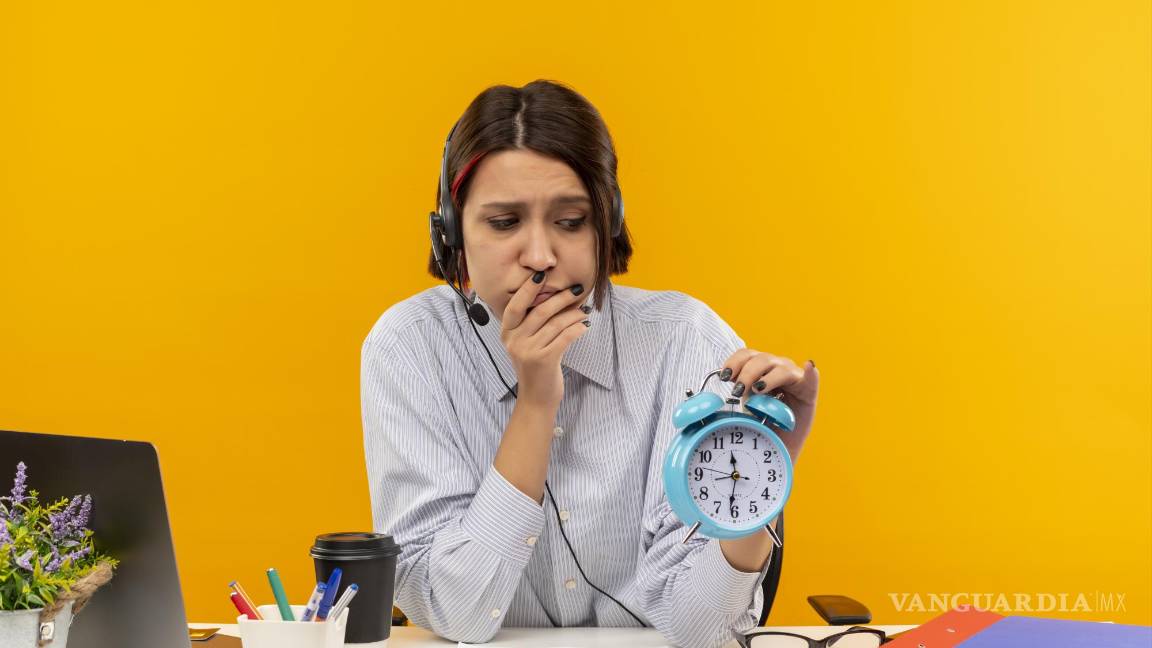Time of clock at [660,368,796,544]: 11:30
